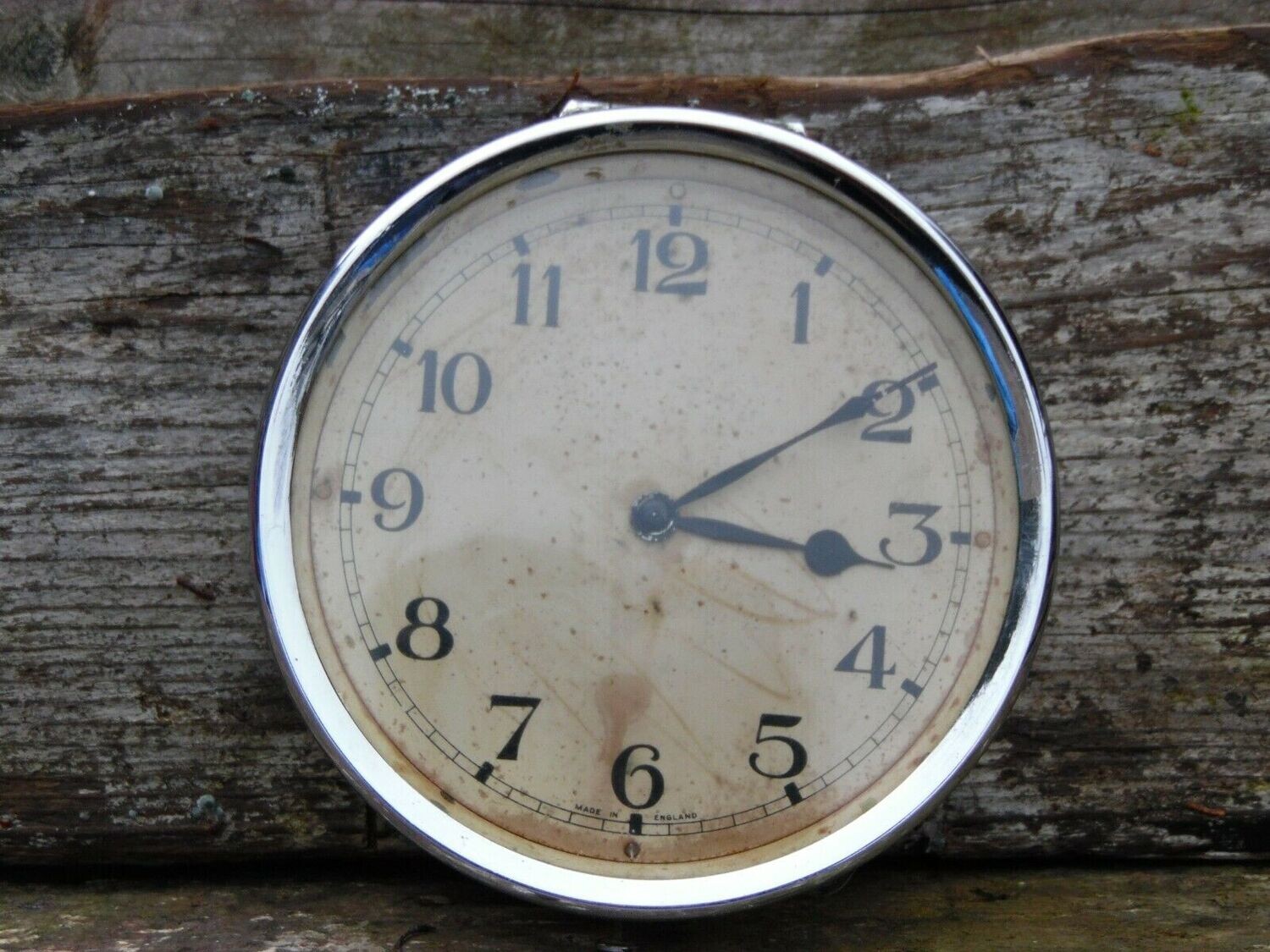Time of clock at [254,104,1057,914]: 3:09
